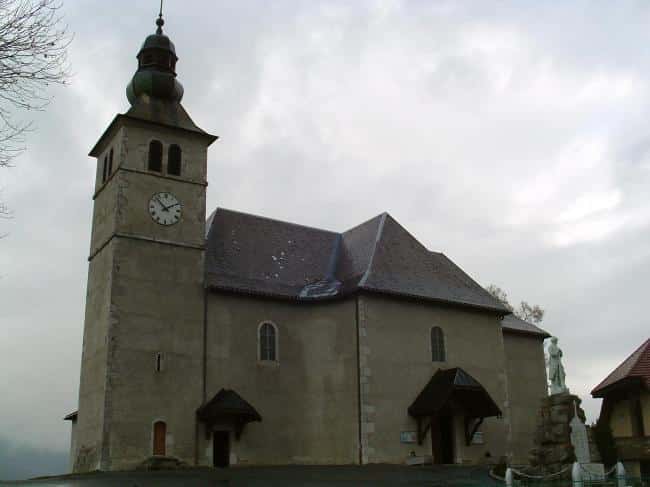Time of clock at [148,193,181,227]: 1:52
